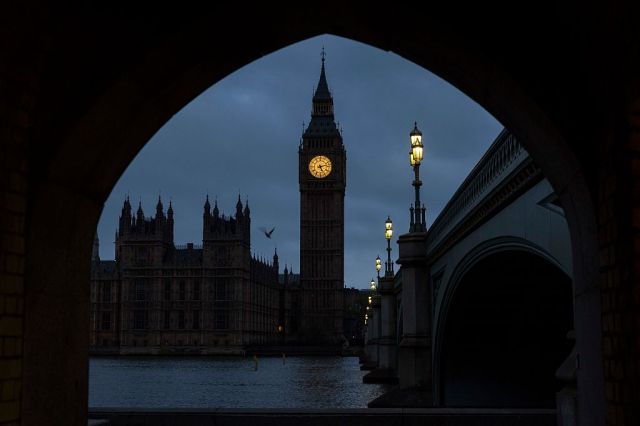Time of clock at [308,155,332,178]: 5:12
